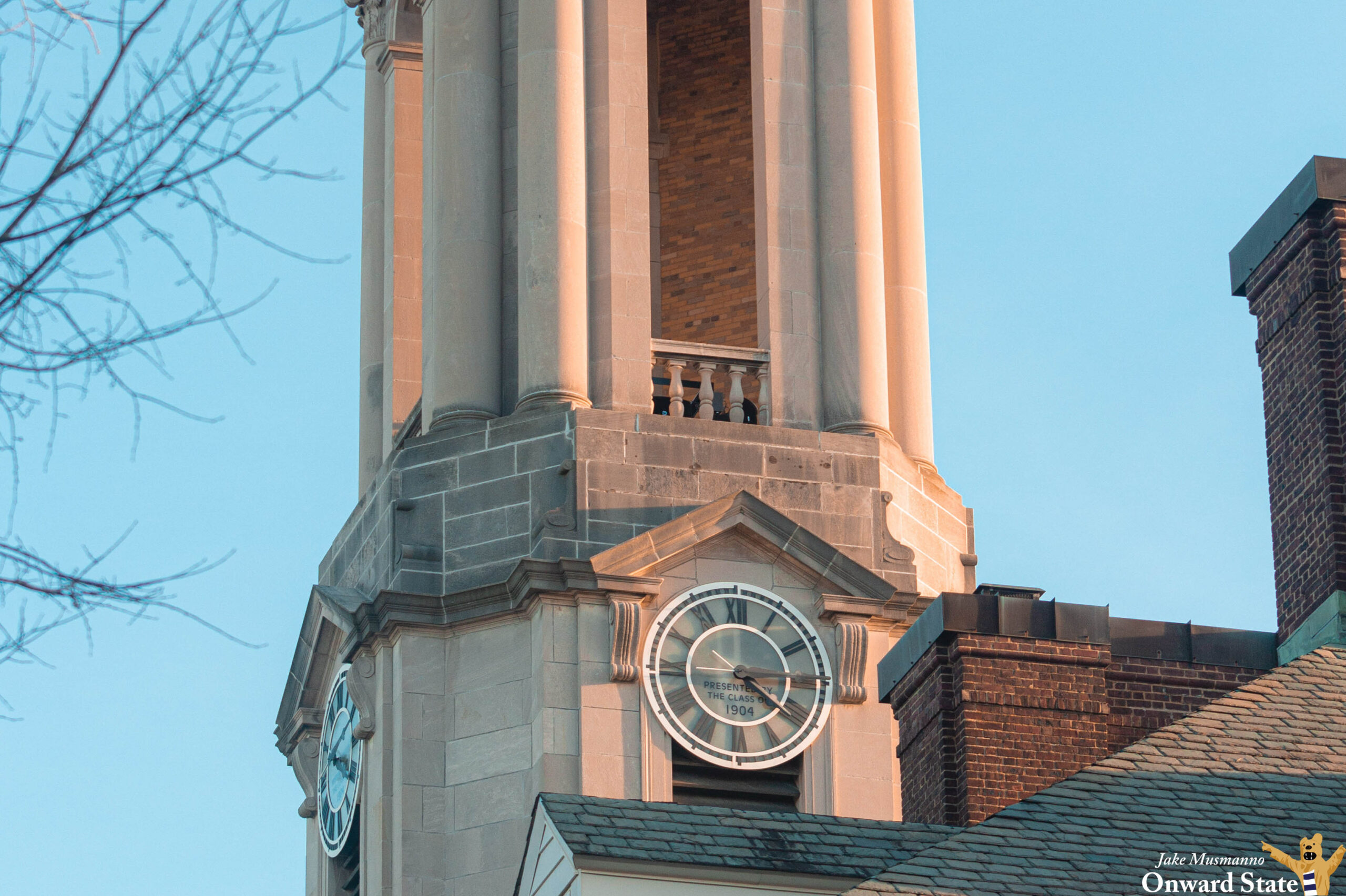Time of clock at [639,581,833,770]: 4:14
